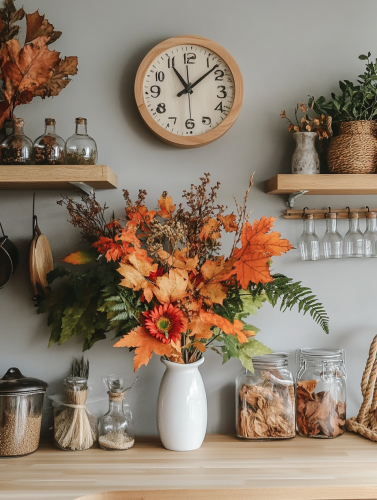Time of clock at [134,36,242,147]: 11:07
